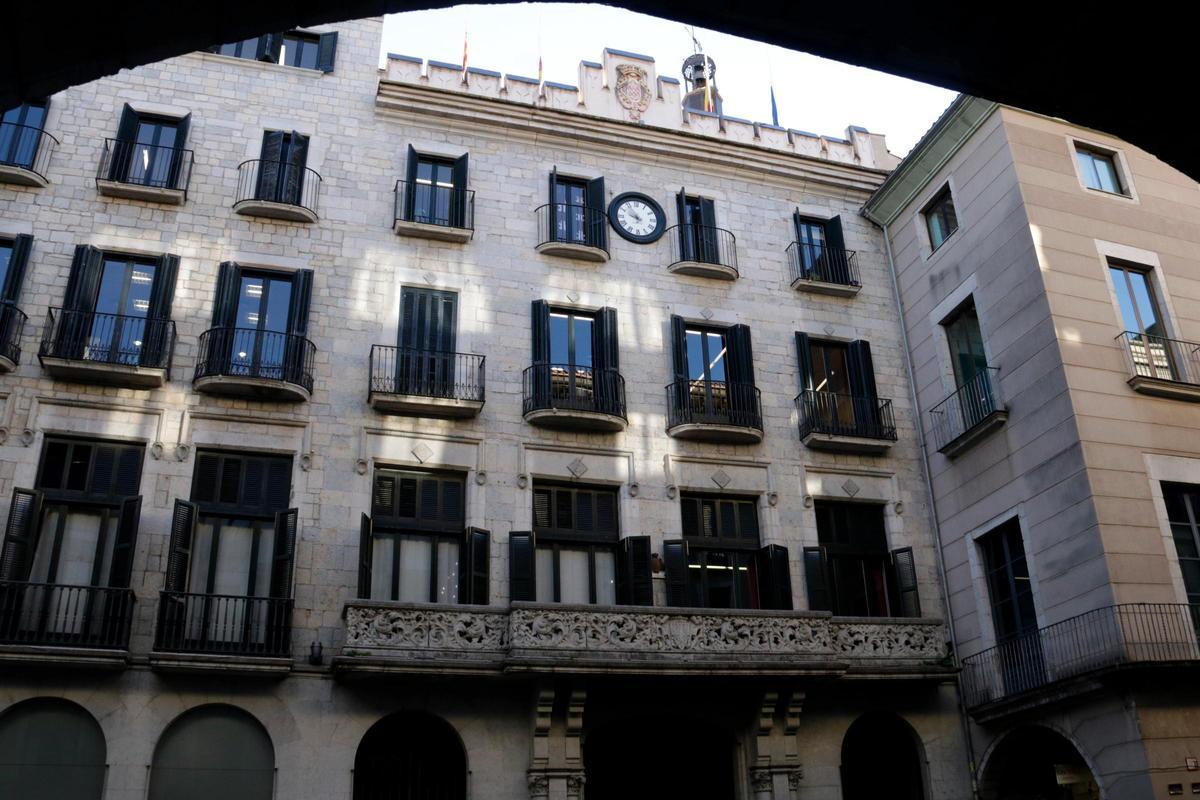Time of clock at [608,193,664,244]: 9:55
